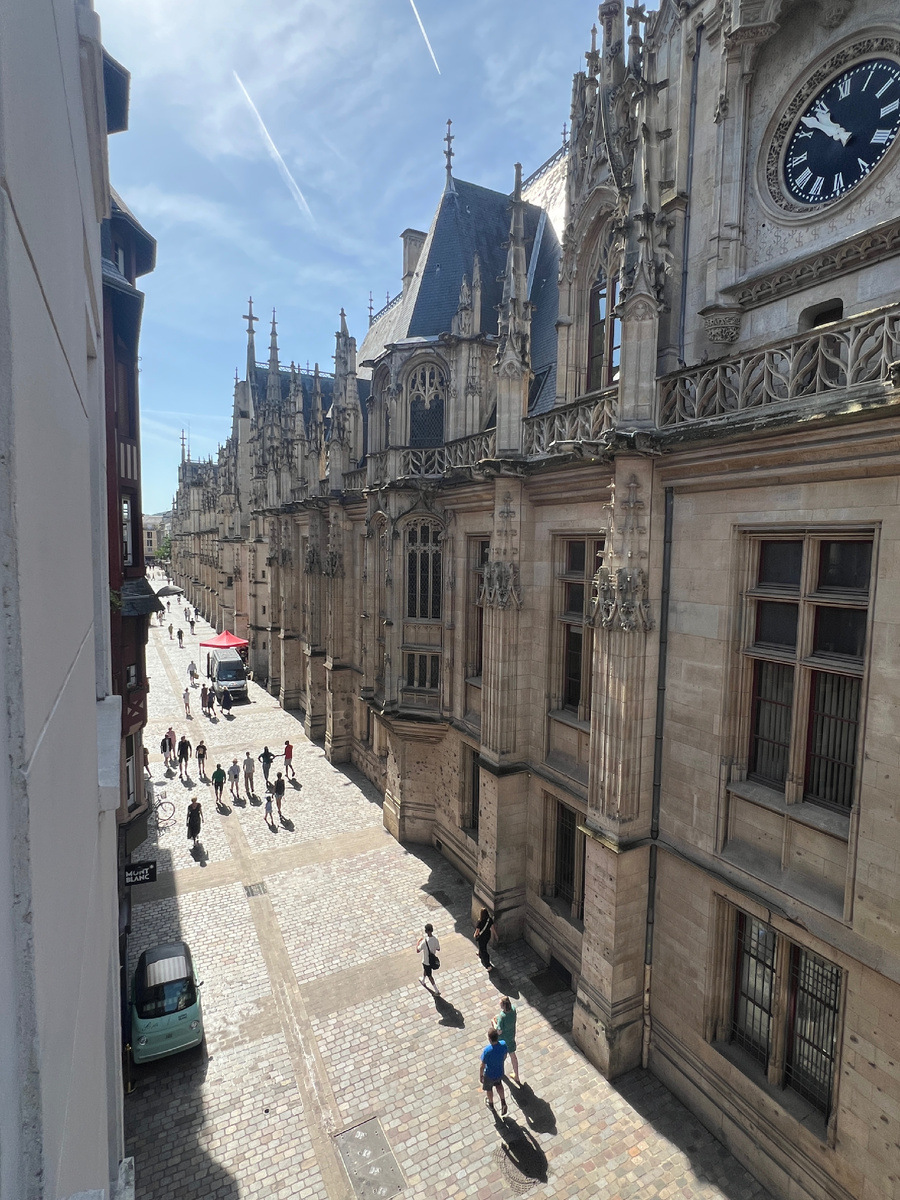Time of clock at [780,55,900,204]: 10:51
